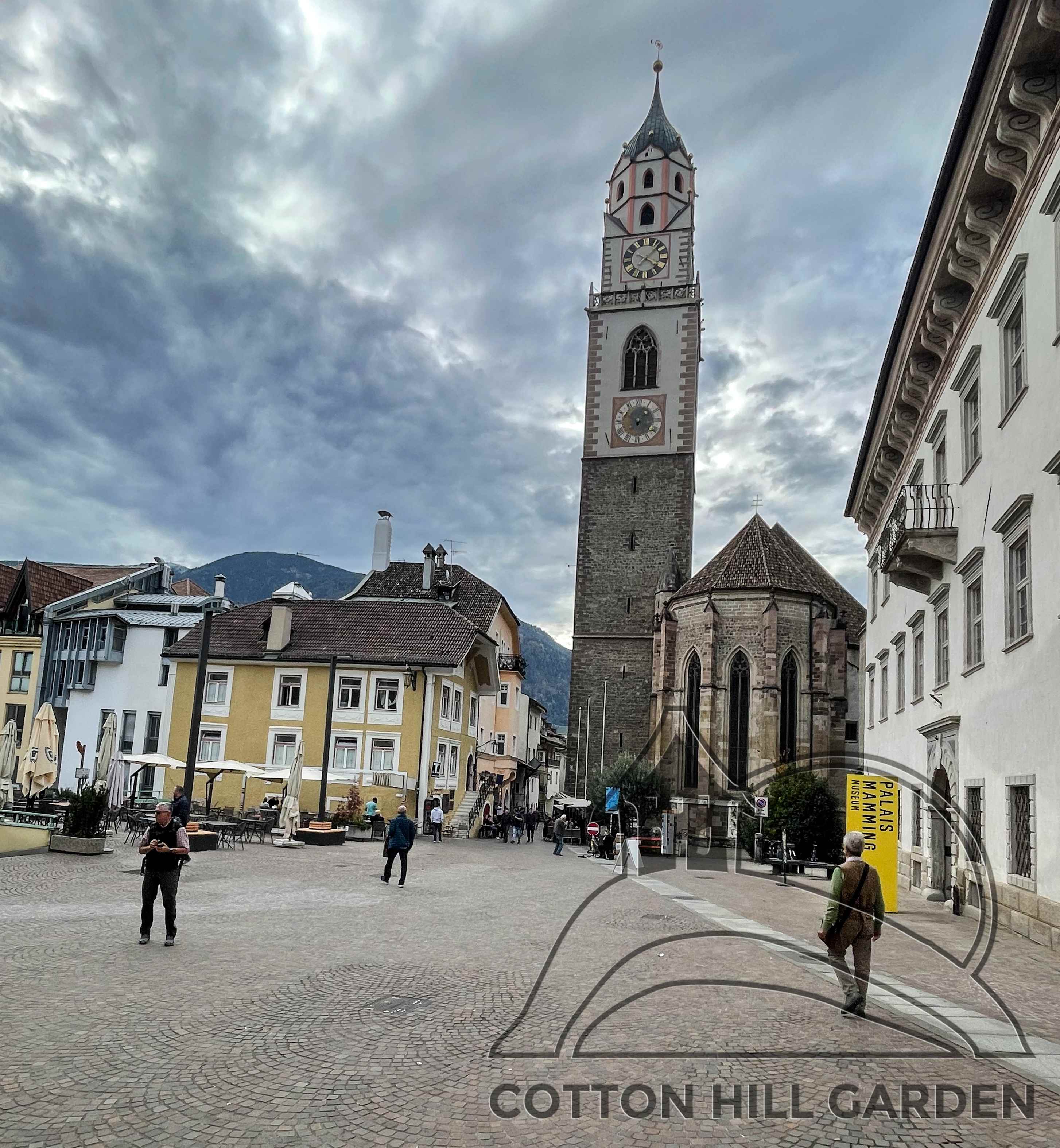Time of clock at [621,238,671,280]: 4:07
